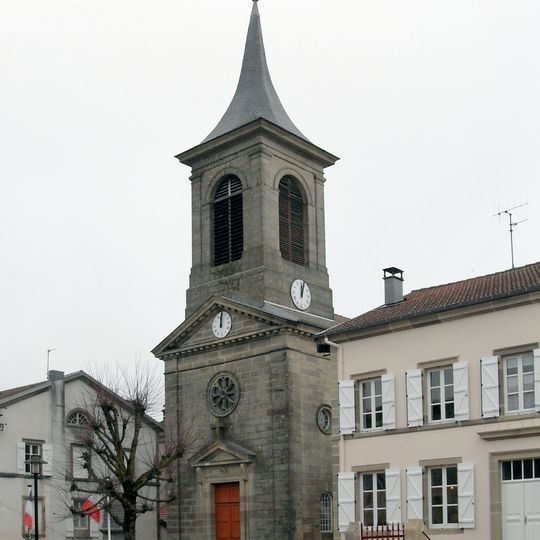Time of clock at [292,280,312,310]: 12:03
